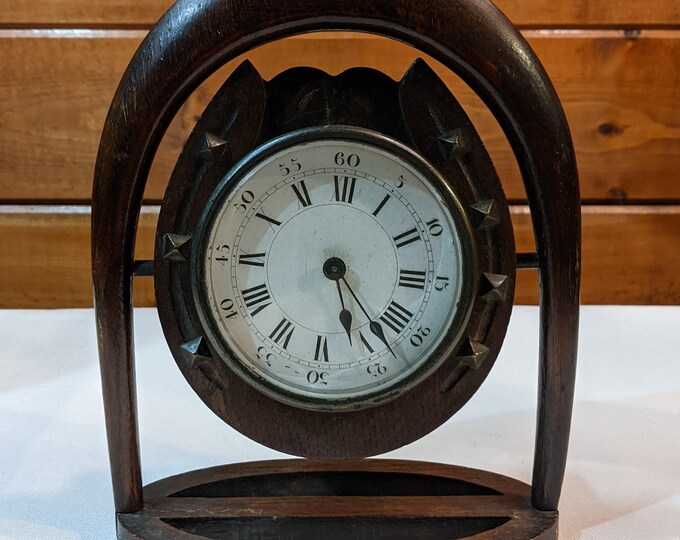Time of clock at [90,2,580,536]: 5:22
